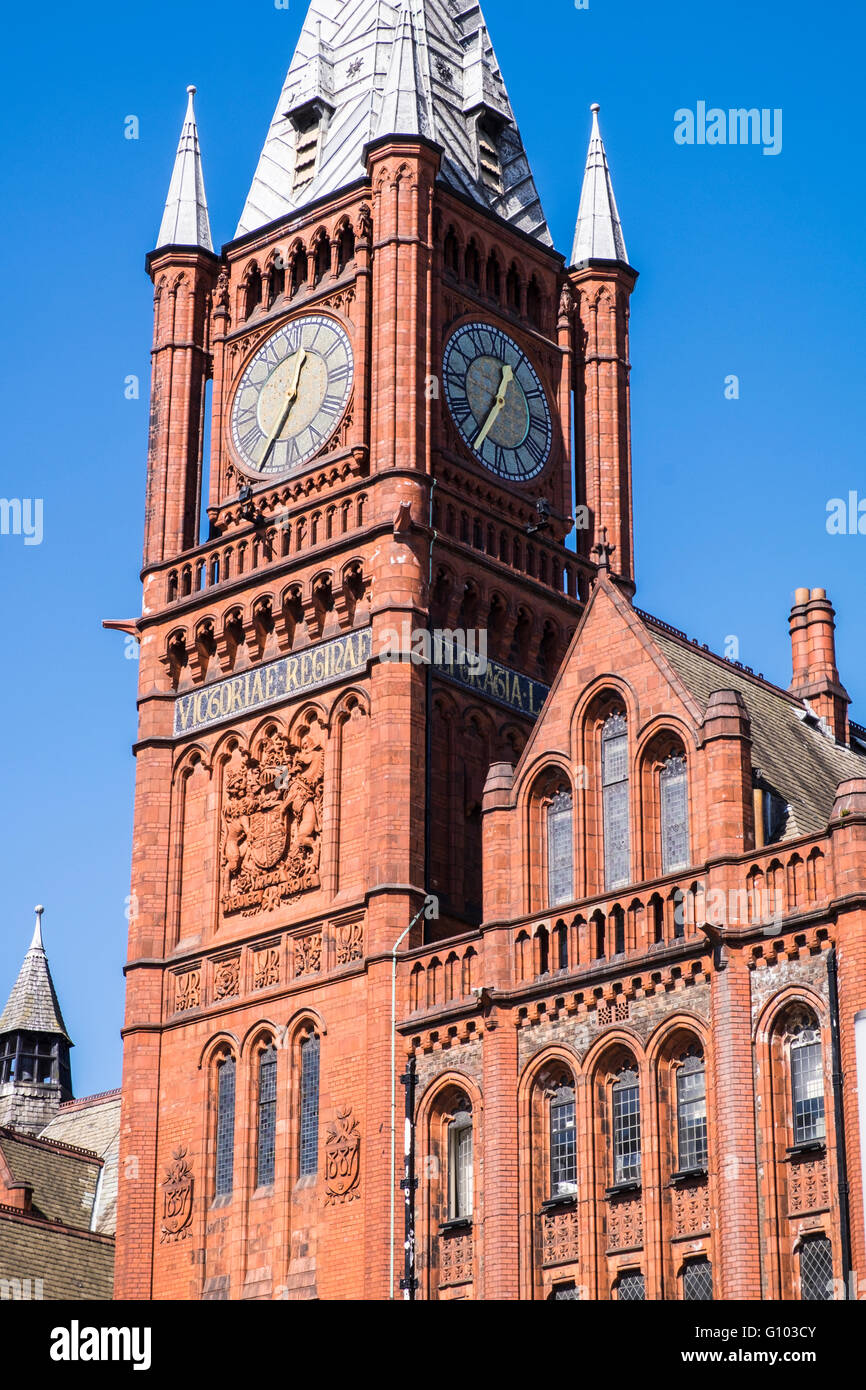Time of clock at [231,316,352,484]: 12:35
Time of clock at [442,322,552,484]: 12:34
